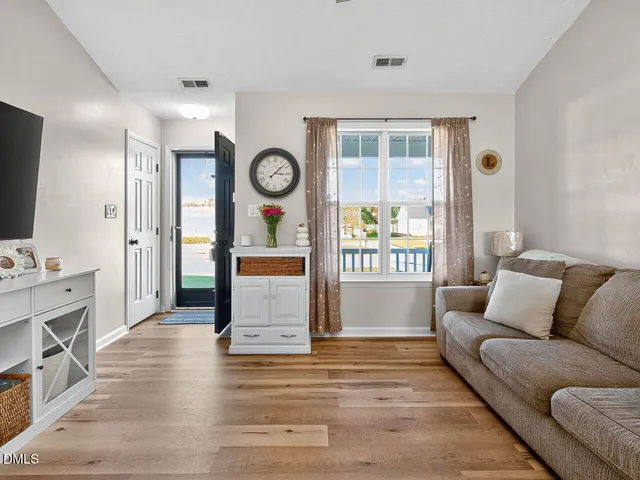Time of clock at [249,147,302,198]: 3:07
